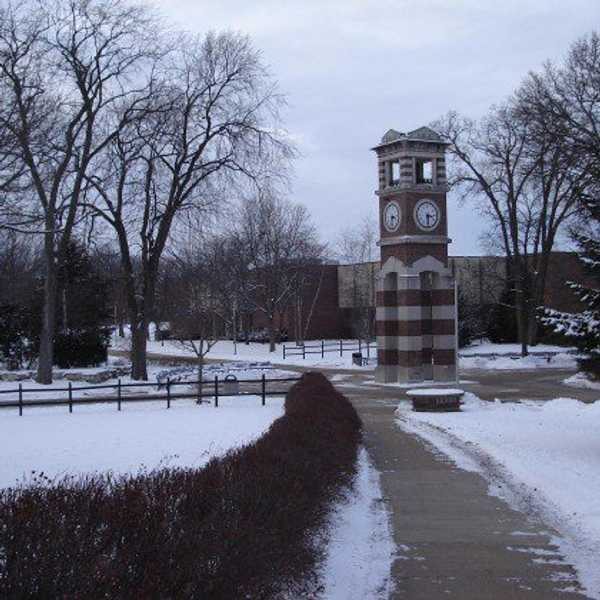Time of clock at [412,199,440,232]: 3:29
